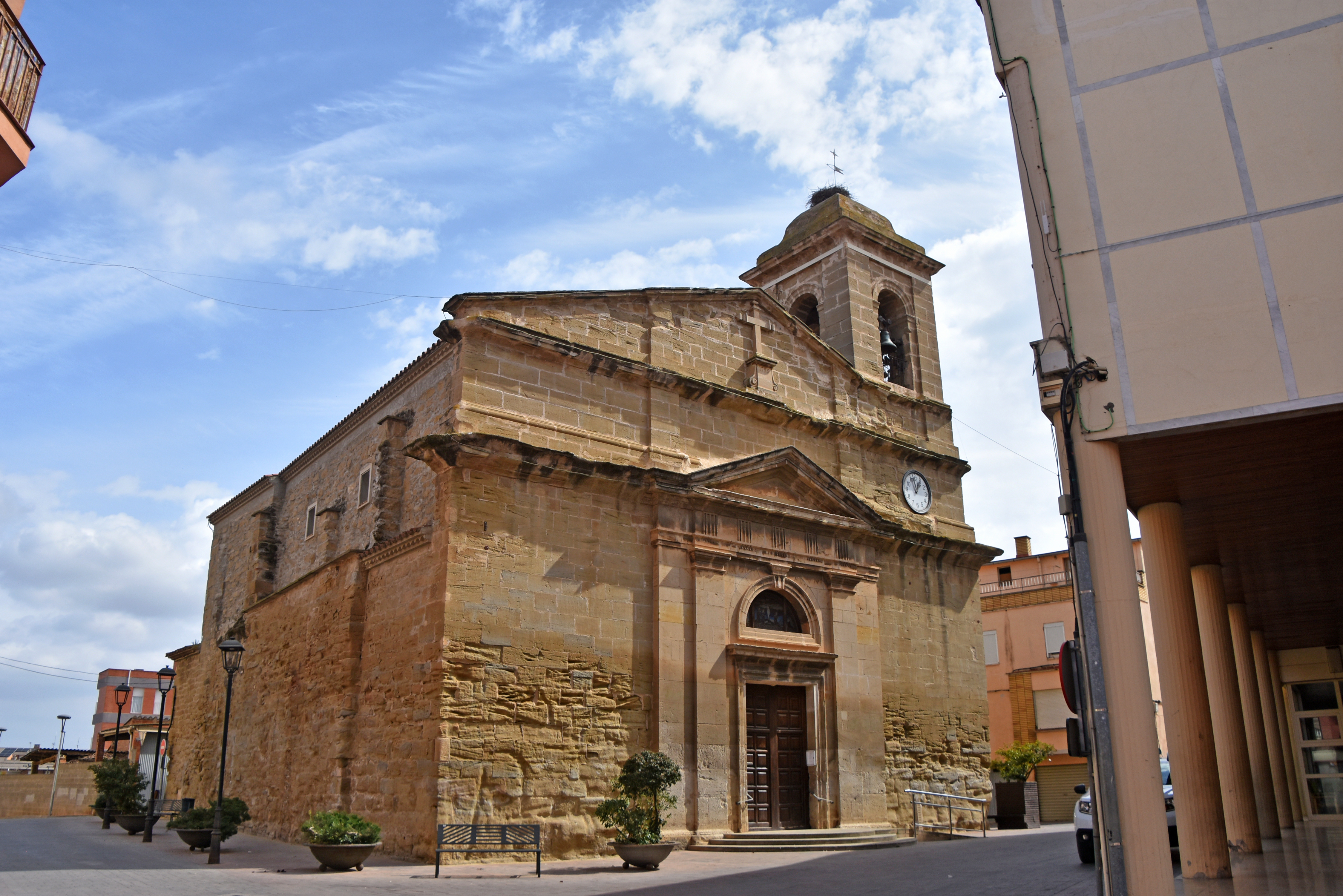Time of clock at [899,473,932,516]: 12:57
